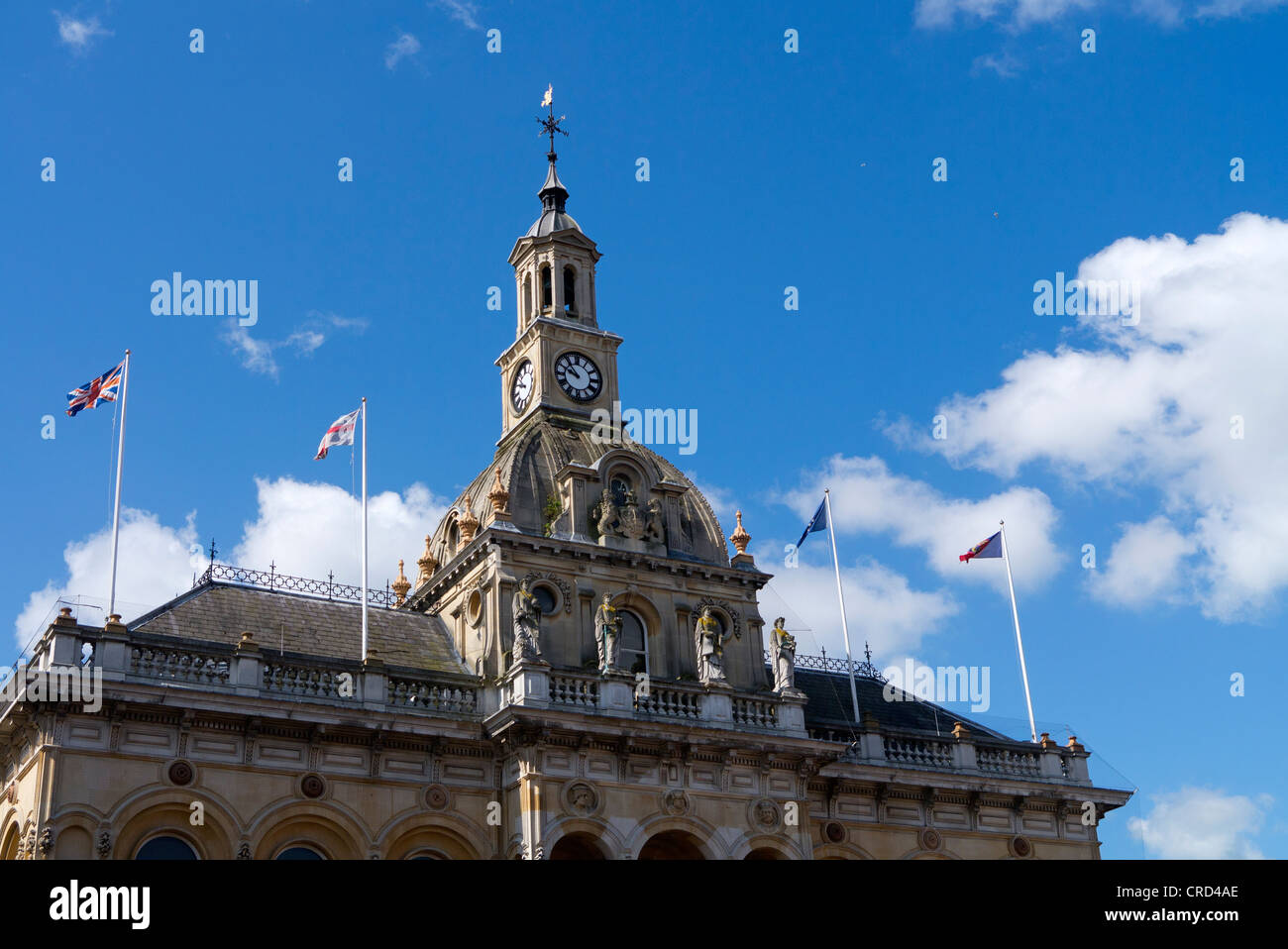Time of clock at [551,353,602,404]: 9:53
